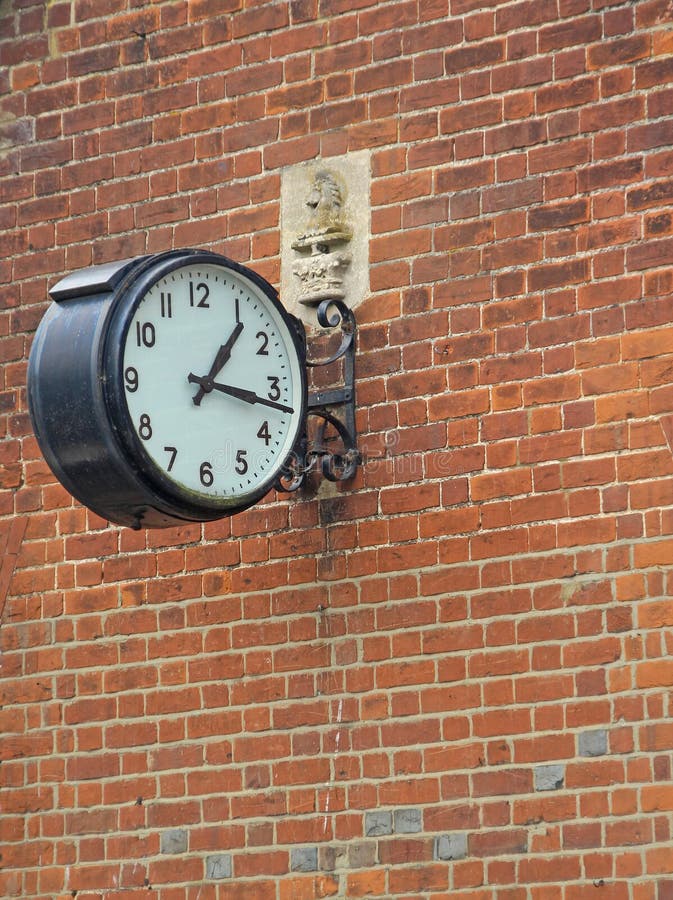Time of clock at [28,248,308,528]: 1:16
